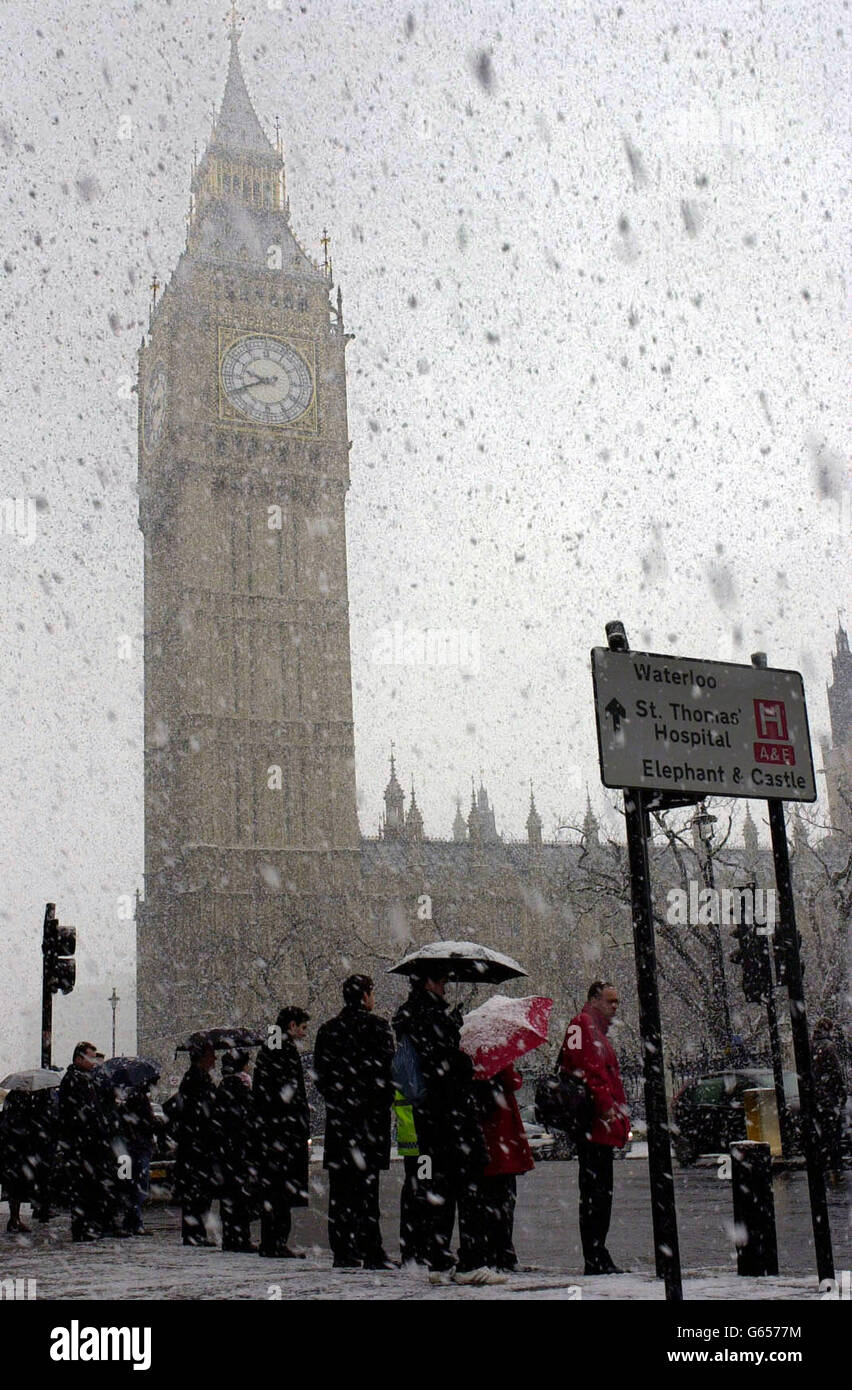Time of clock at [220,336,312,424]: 9:41
